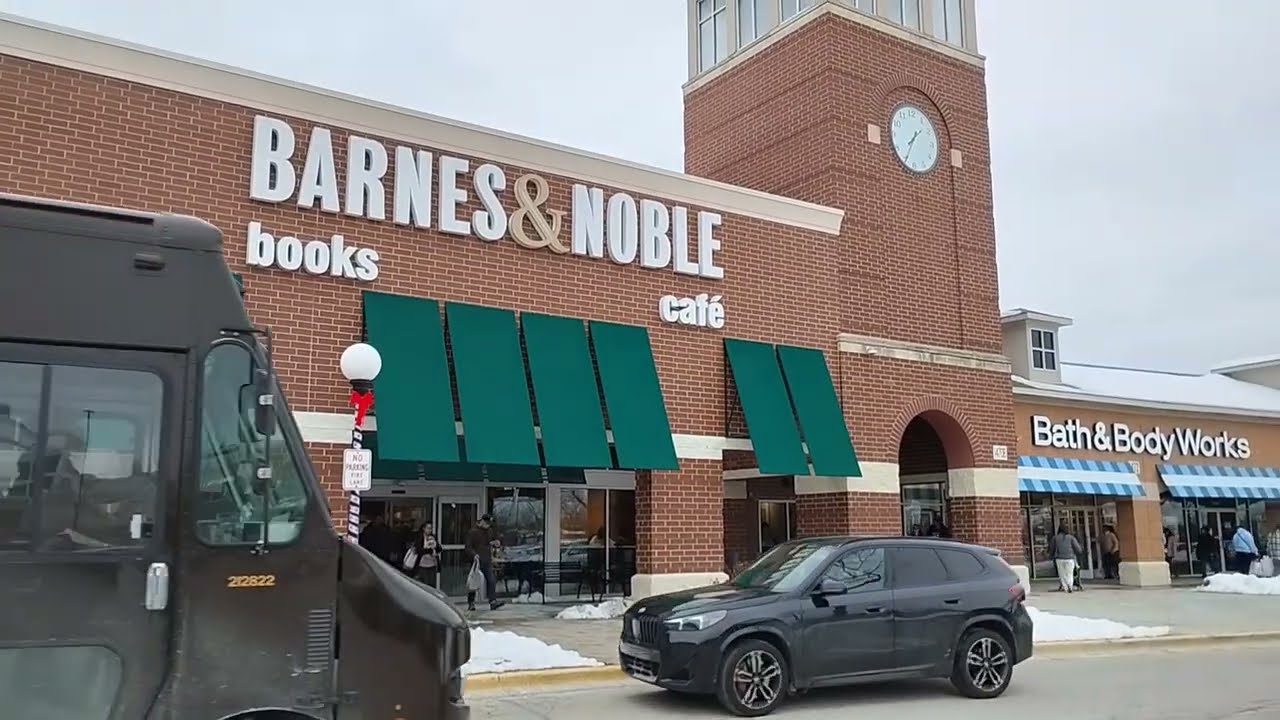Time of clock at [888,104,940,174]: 1:34
